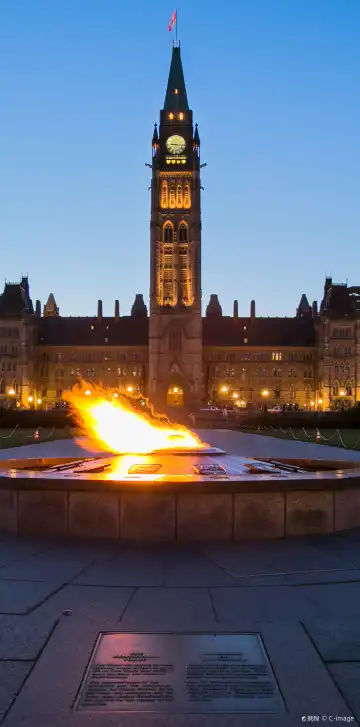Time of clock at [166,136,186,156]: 9:15
